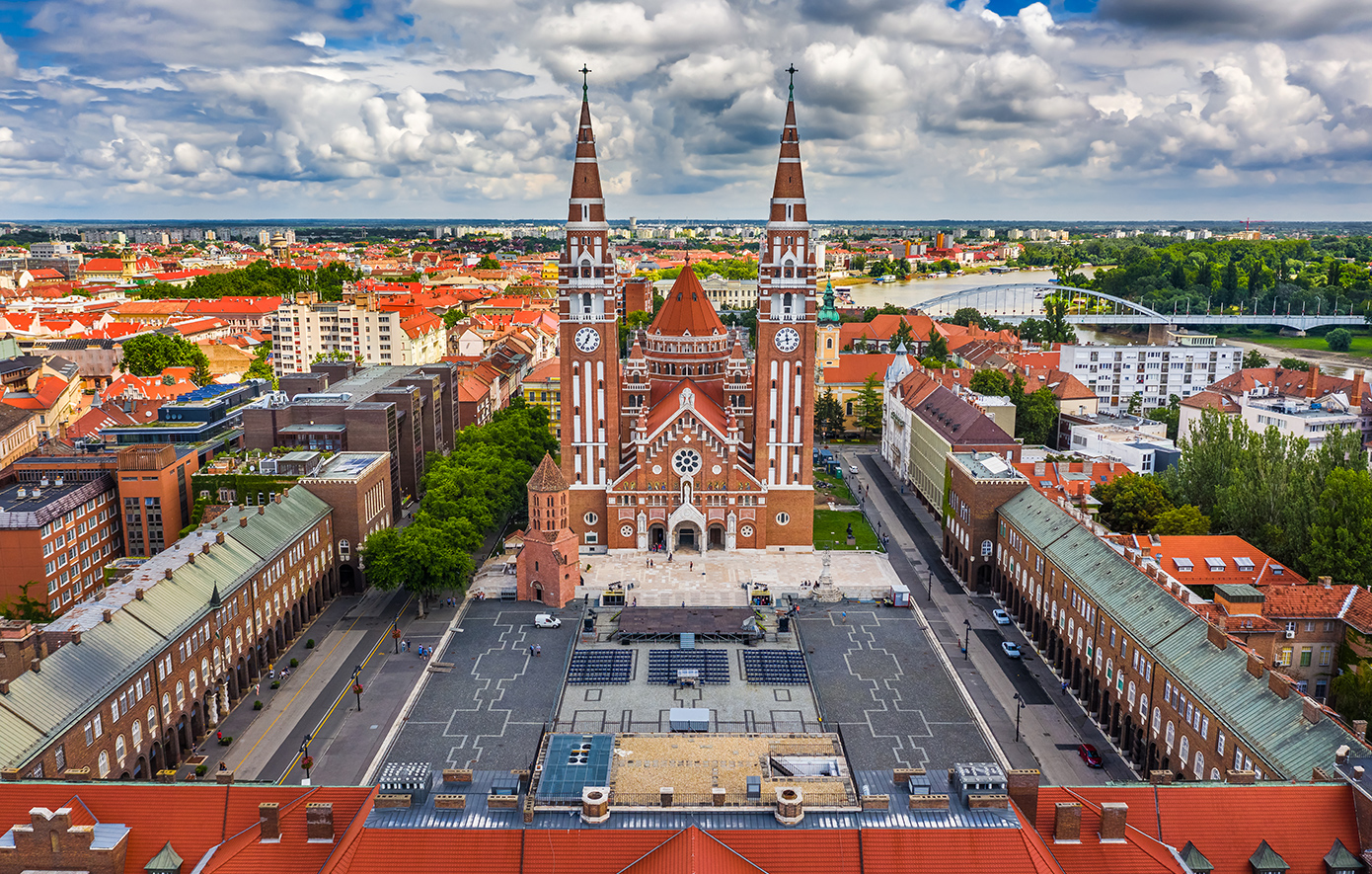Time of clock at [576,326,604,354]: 12:36
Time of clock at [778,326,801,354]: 11:42
